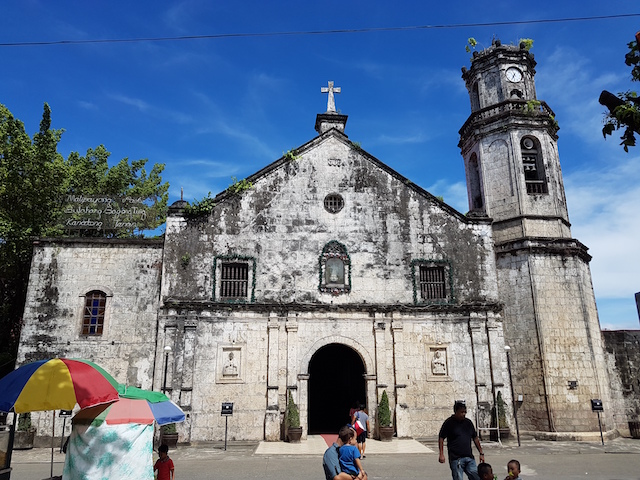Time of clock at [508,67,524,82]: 6:34
